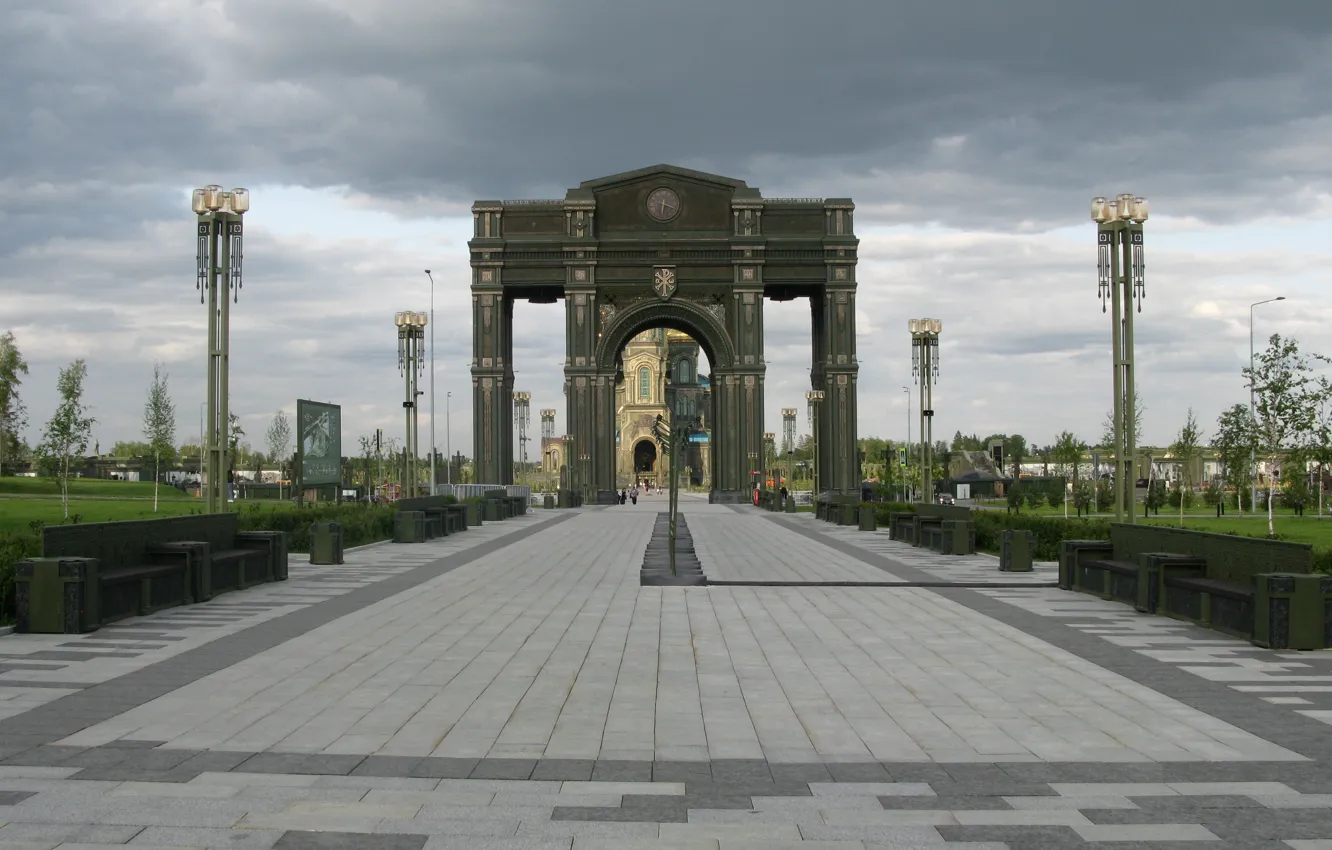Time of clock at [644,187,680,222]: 6:18
